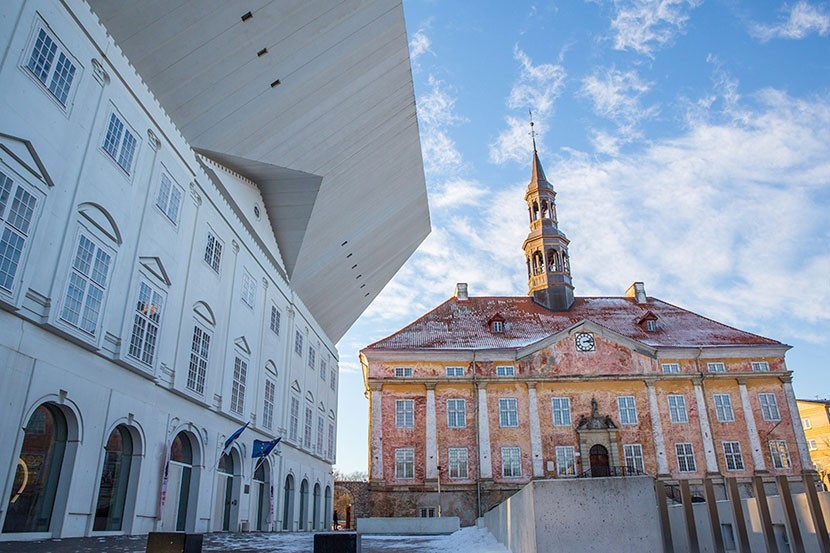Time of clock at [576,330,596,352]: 3:12
